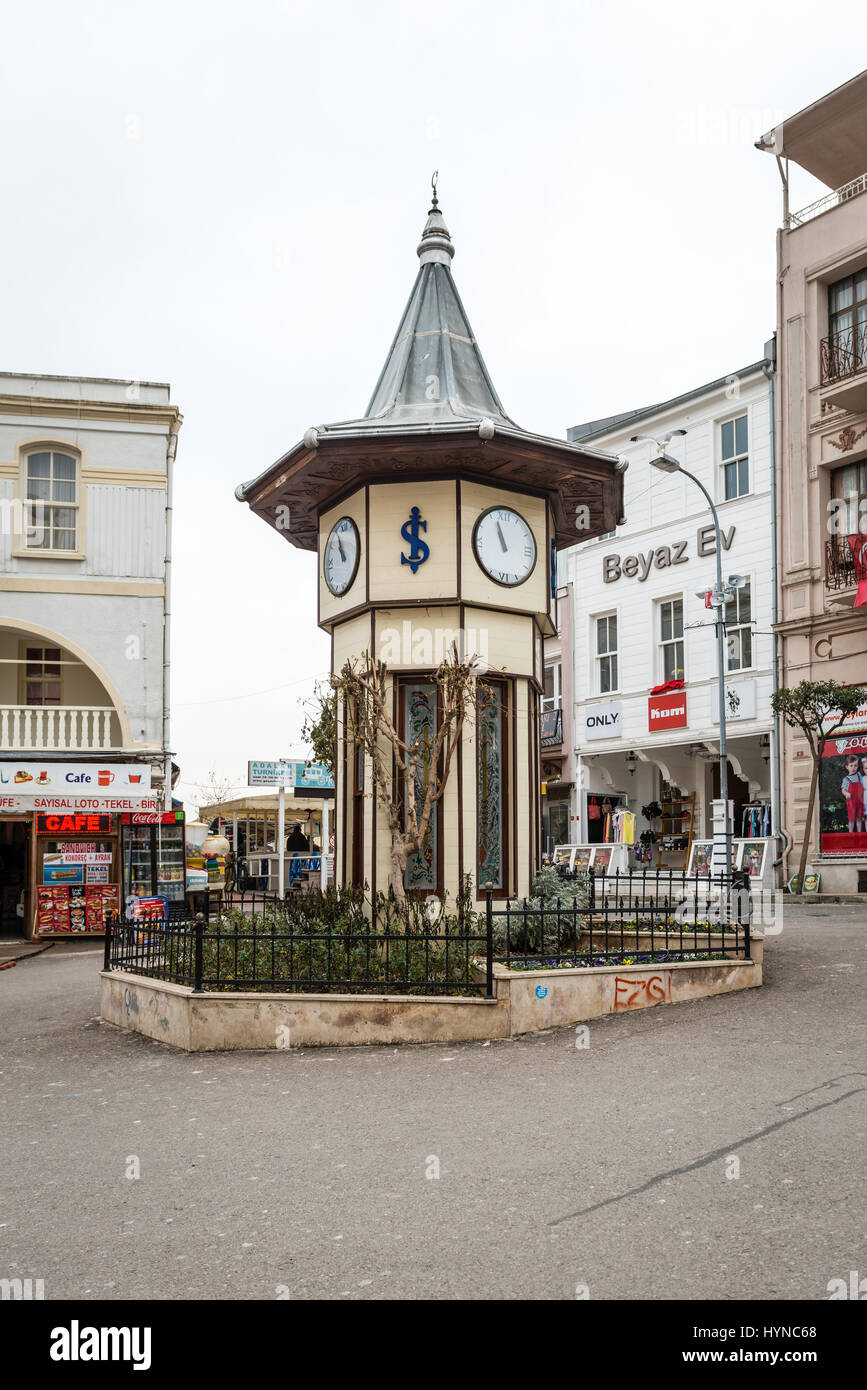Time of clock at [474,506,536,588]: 10:56
